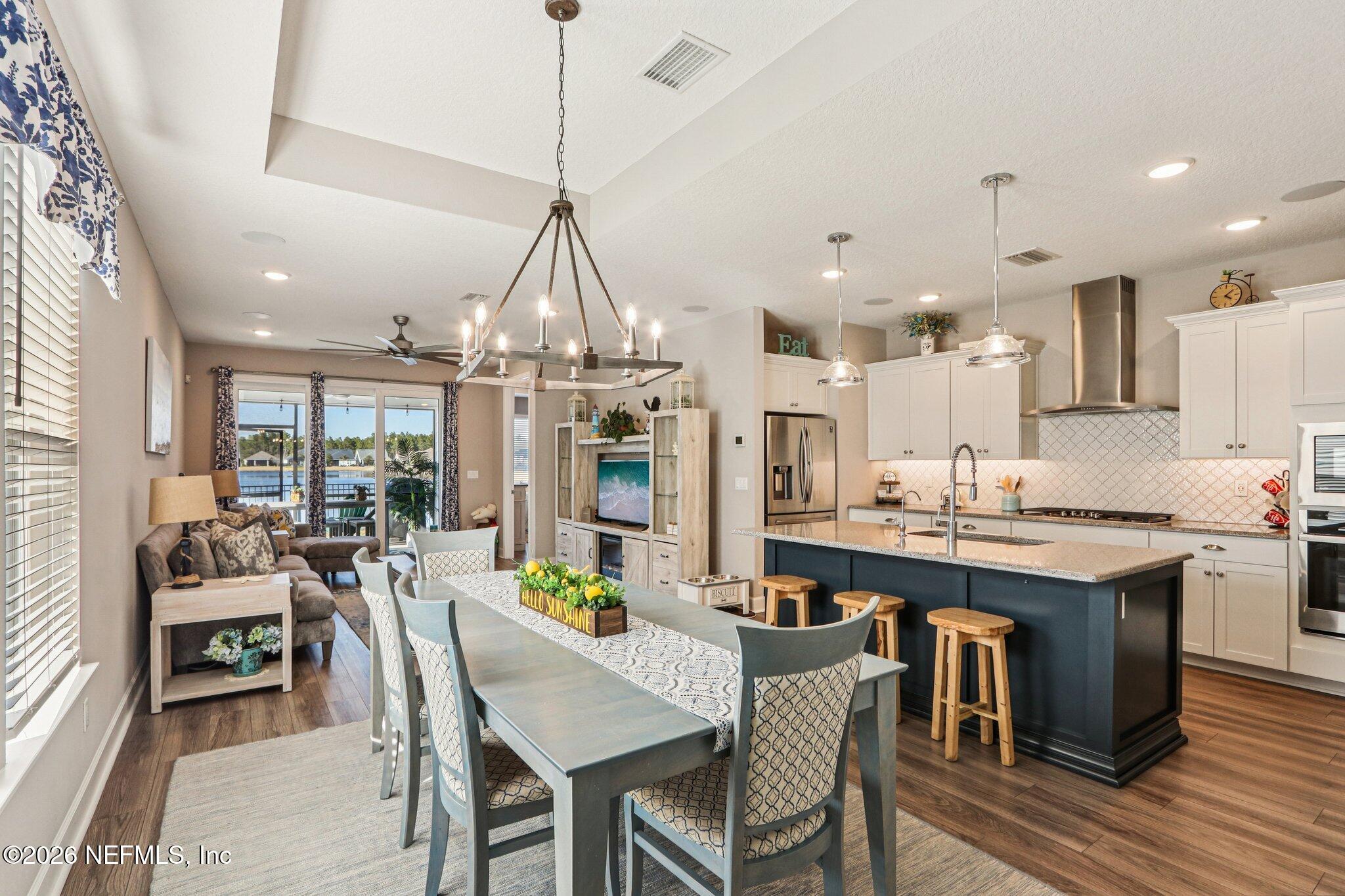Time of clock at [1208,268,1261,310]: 4:07
